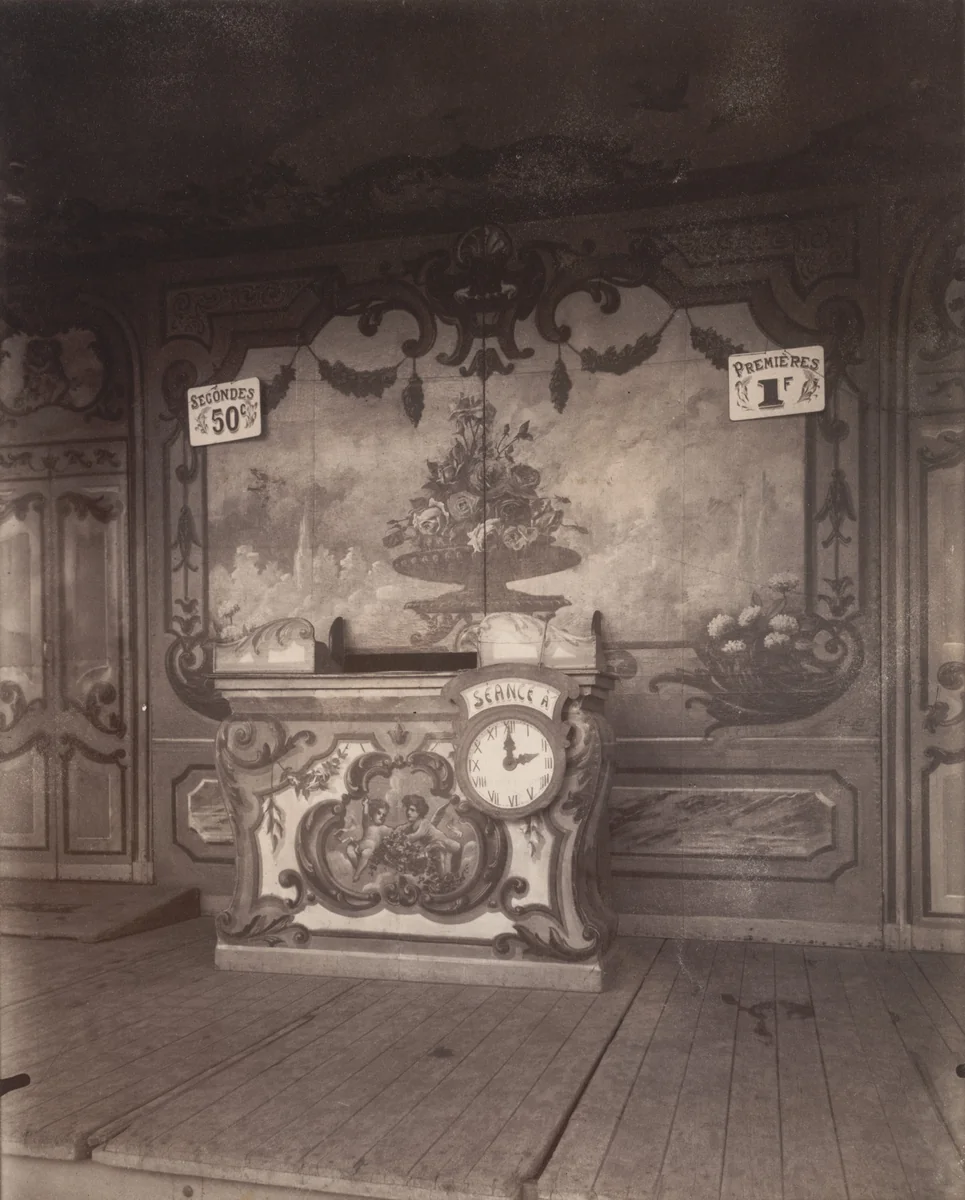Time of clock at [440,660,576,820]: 12:12
